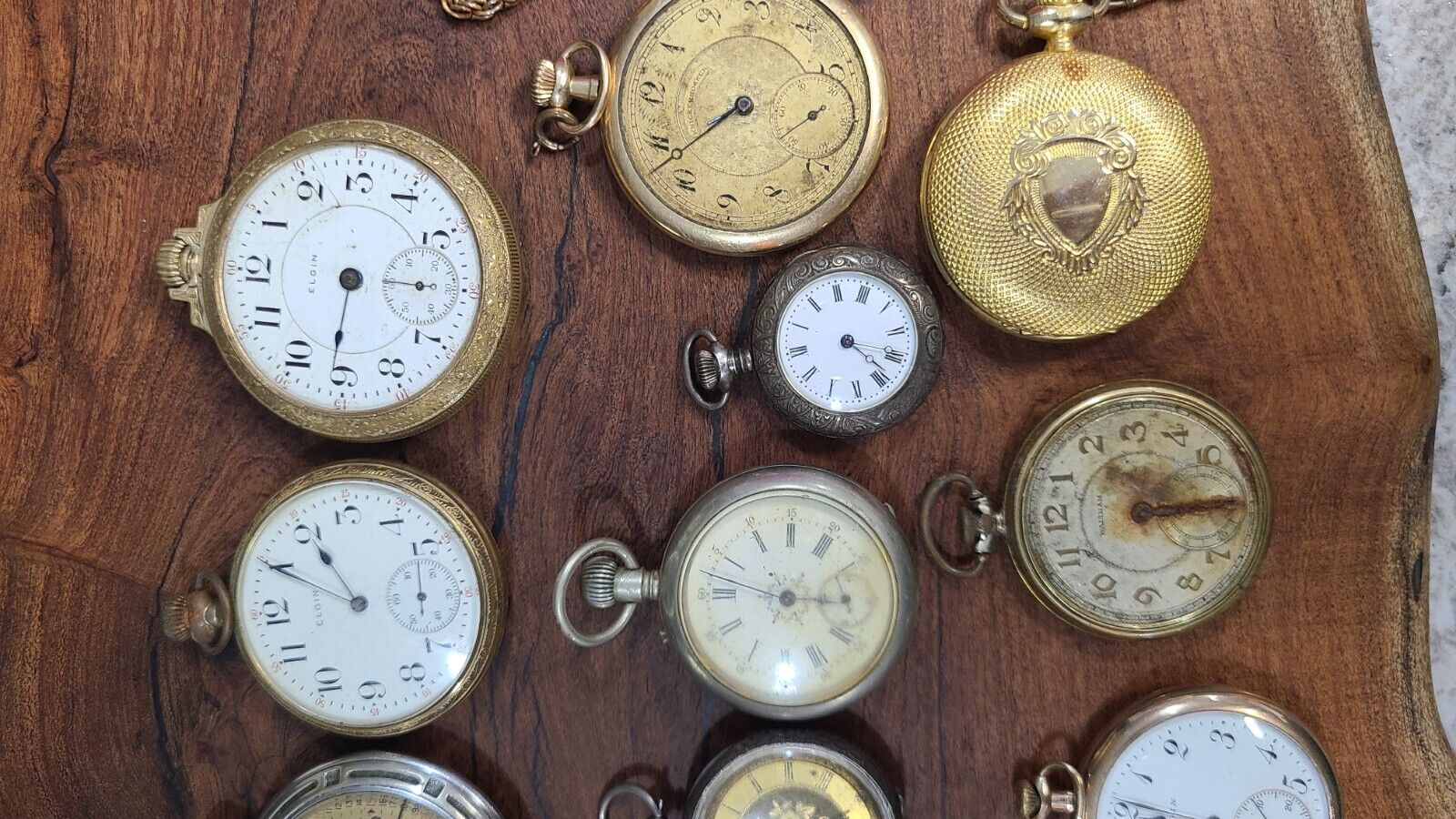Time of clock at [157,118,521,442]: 6:14
